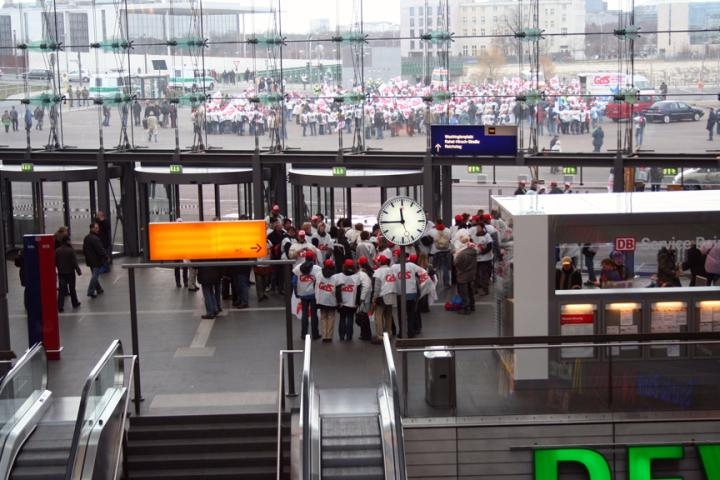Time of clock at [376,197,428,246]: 11:45
